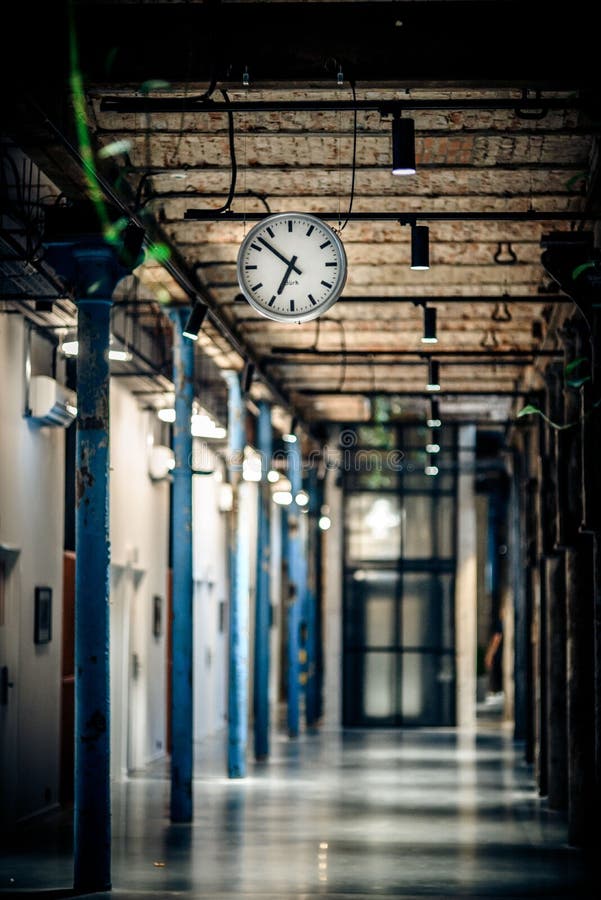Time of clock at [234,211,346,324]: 6:52
